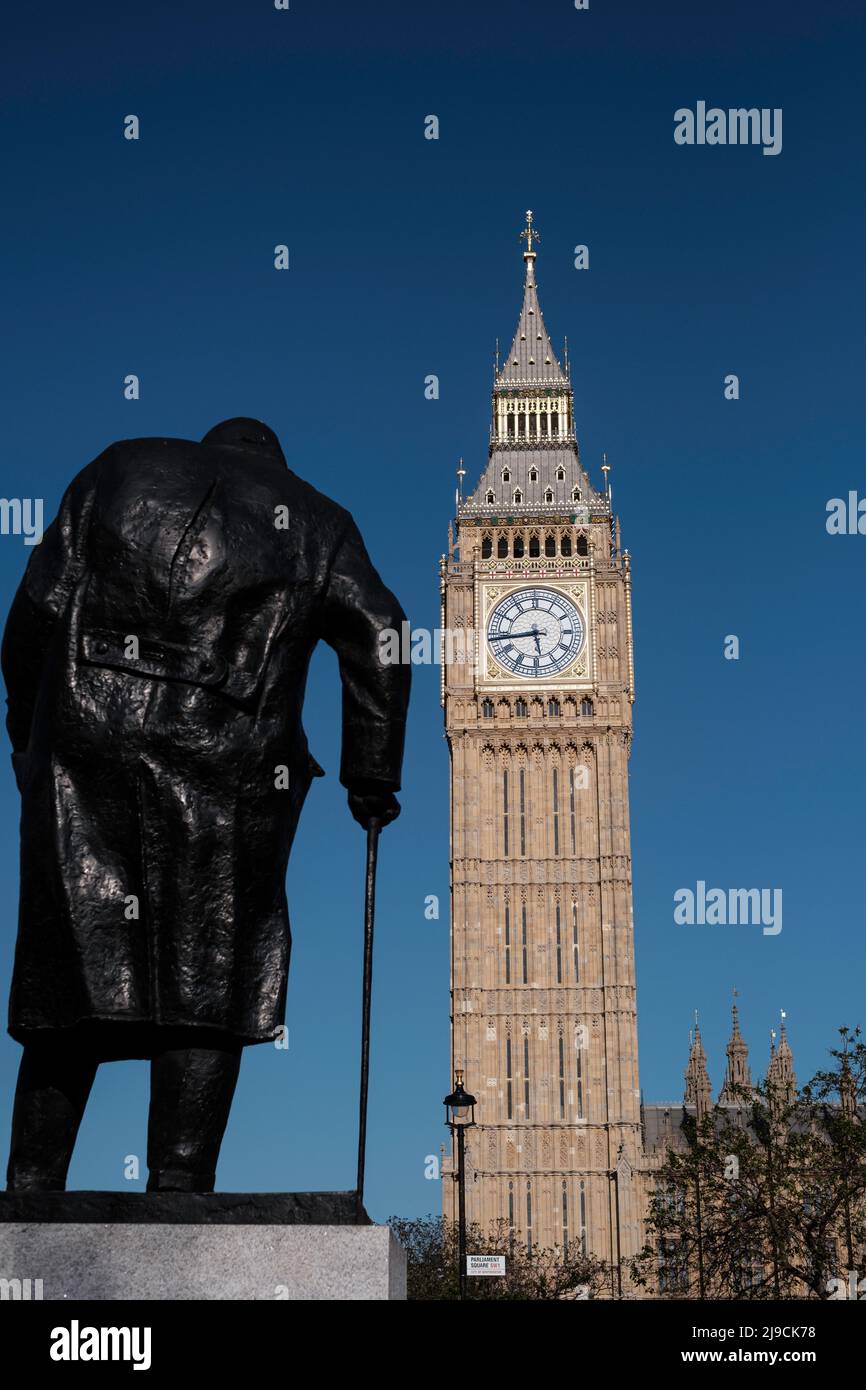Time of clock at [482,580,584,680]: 5:43
